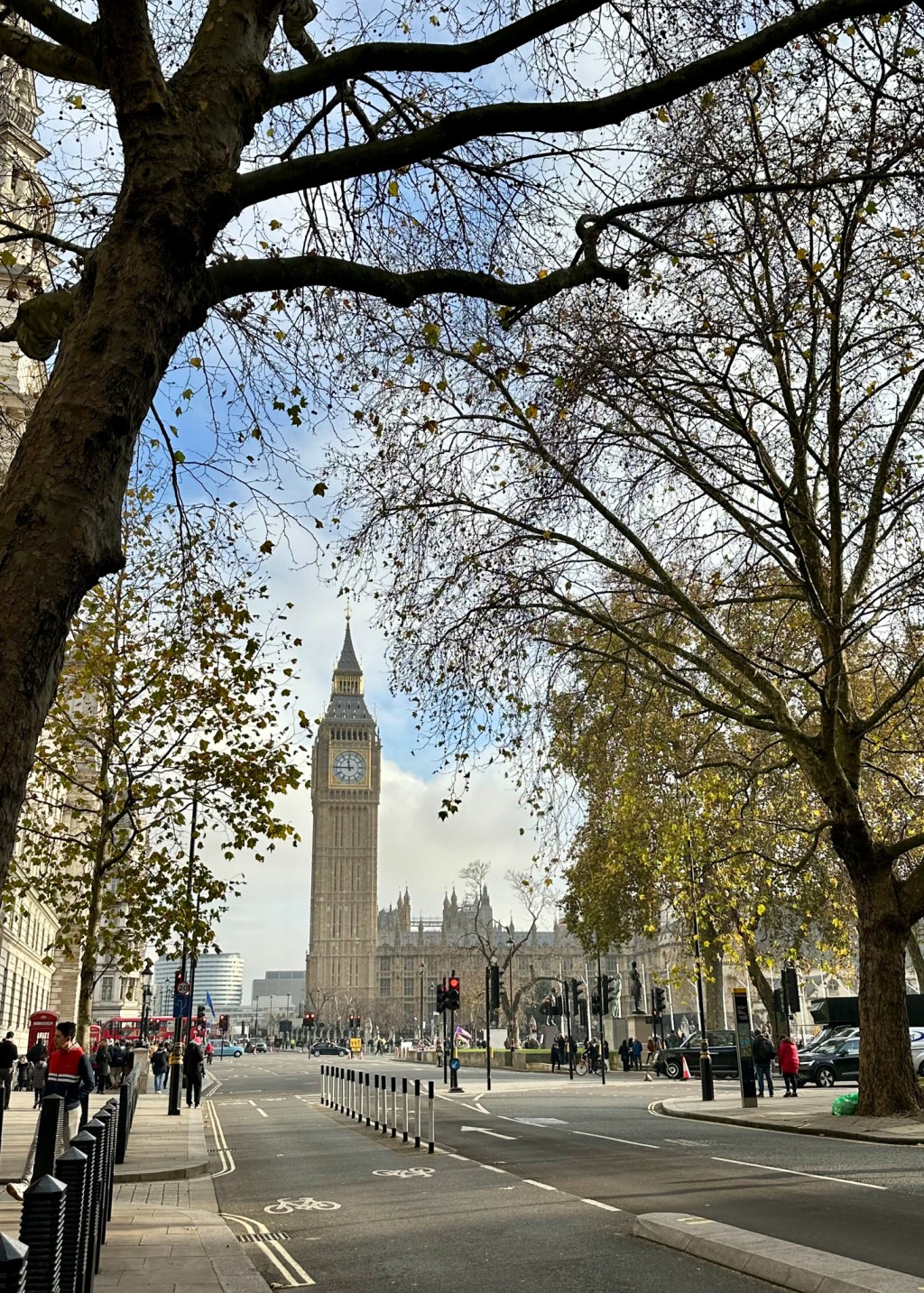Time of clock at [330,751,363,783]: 11:45
